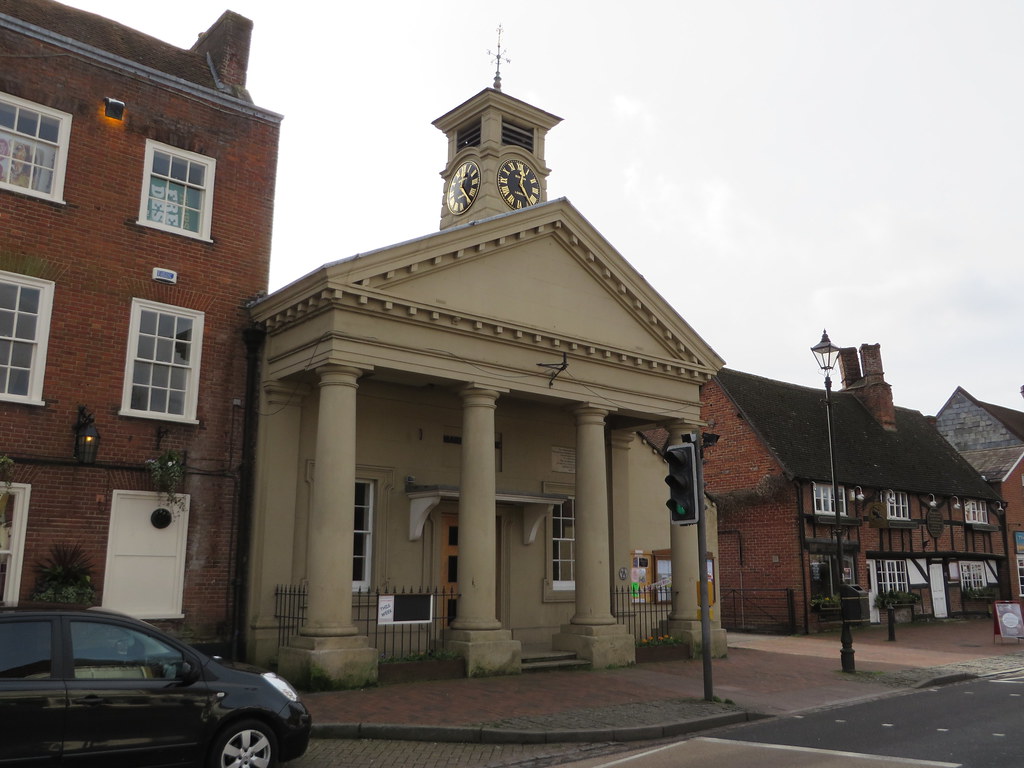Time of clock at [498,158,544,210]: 12:24
